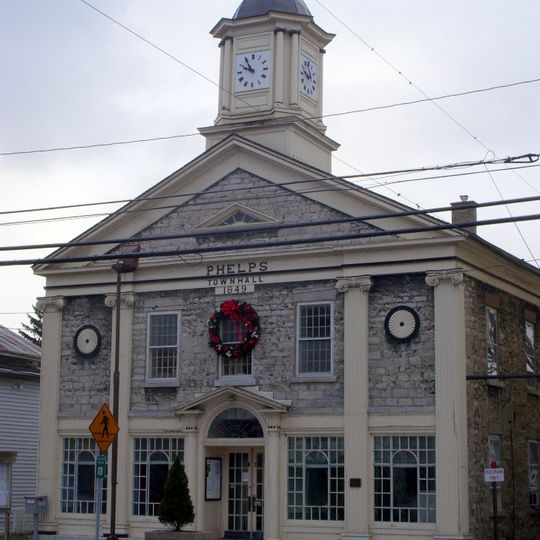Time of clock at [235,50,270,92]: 9:54
